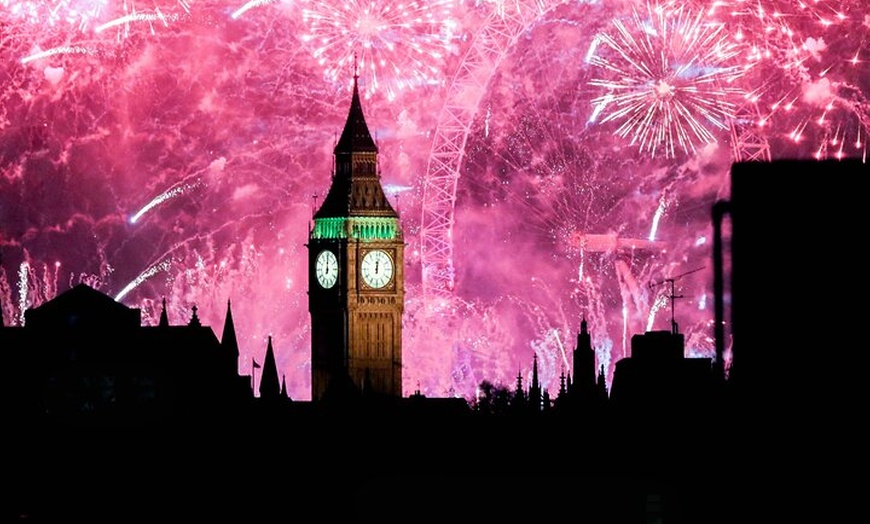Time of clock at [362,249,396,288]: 12:02
